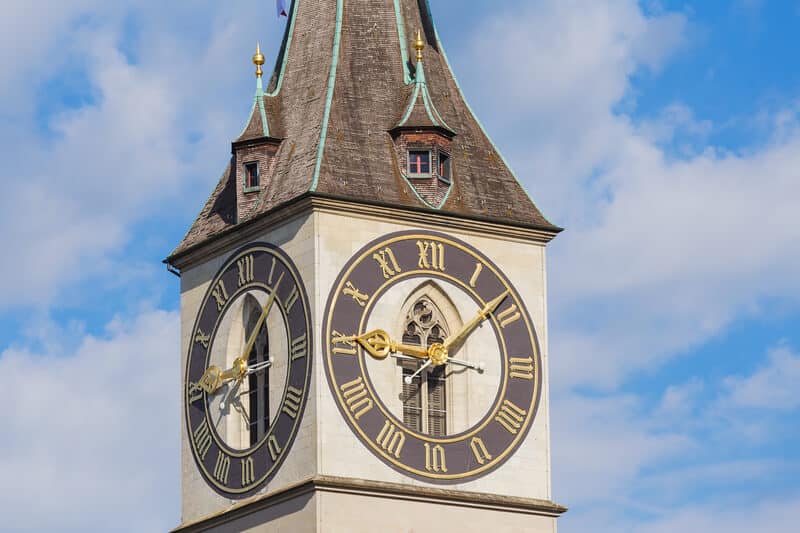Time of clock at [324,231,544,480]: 9:08
